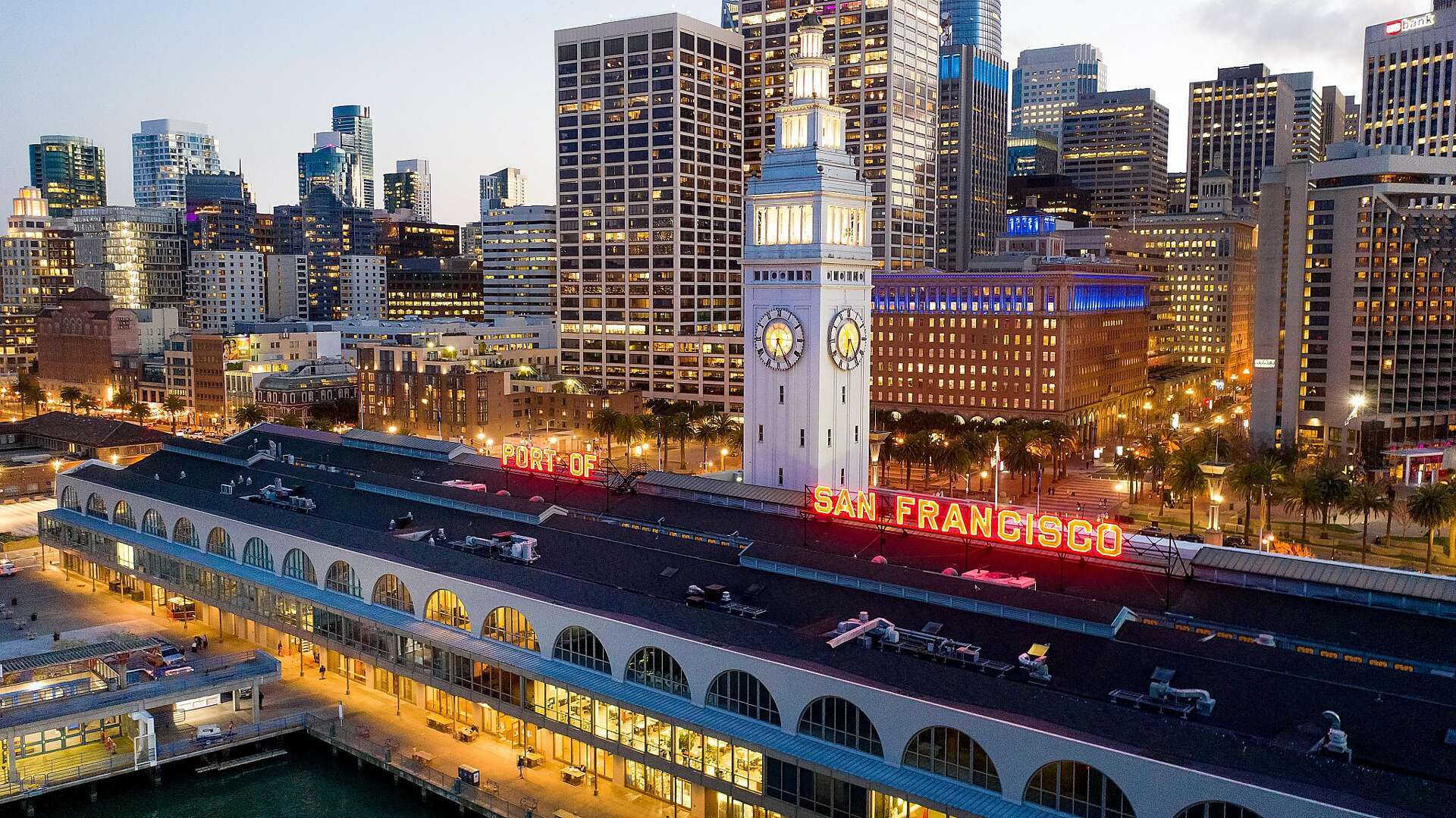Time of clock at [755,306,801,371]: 6:25
